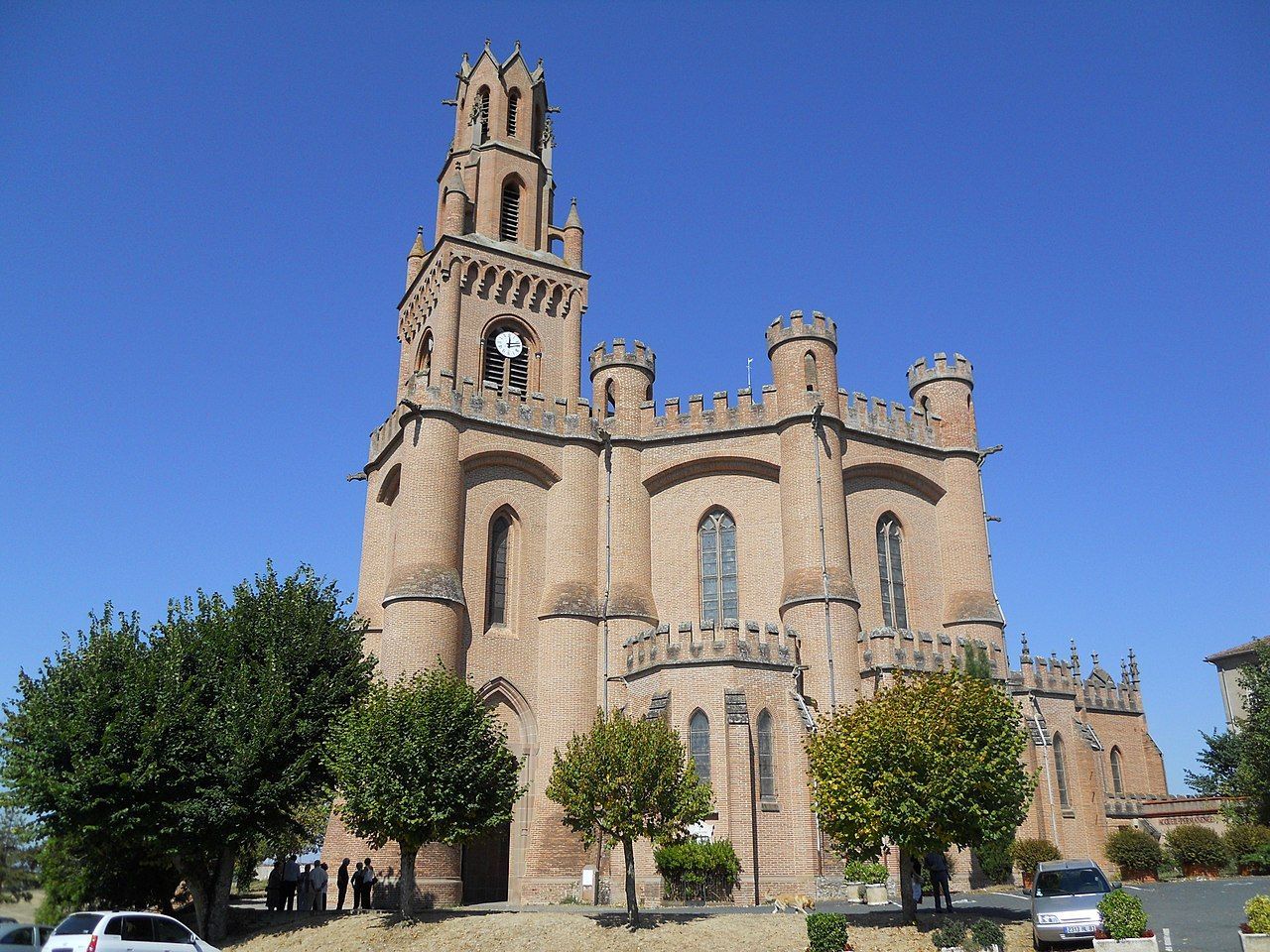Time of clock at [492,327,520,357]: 12:12
